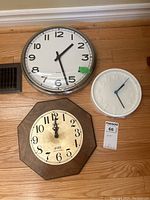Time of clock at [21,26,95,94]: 1:27
